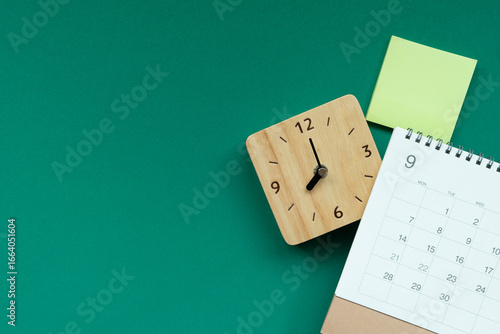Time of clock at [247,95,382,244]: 8:00
